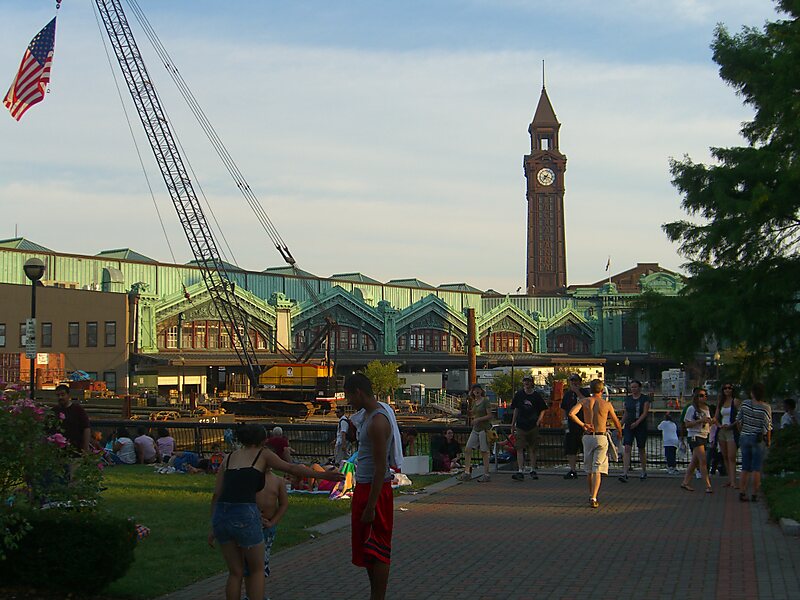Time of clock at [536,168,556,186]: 7:18
